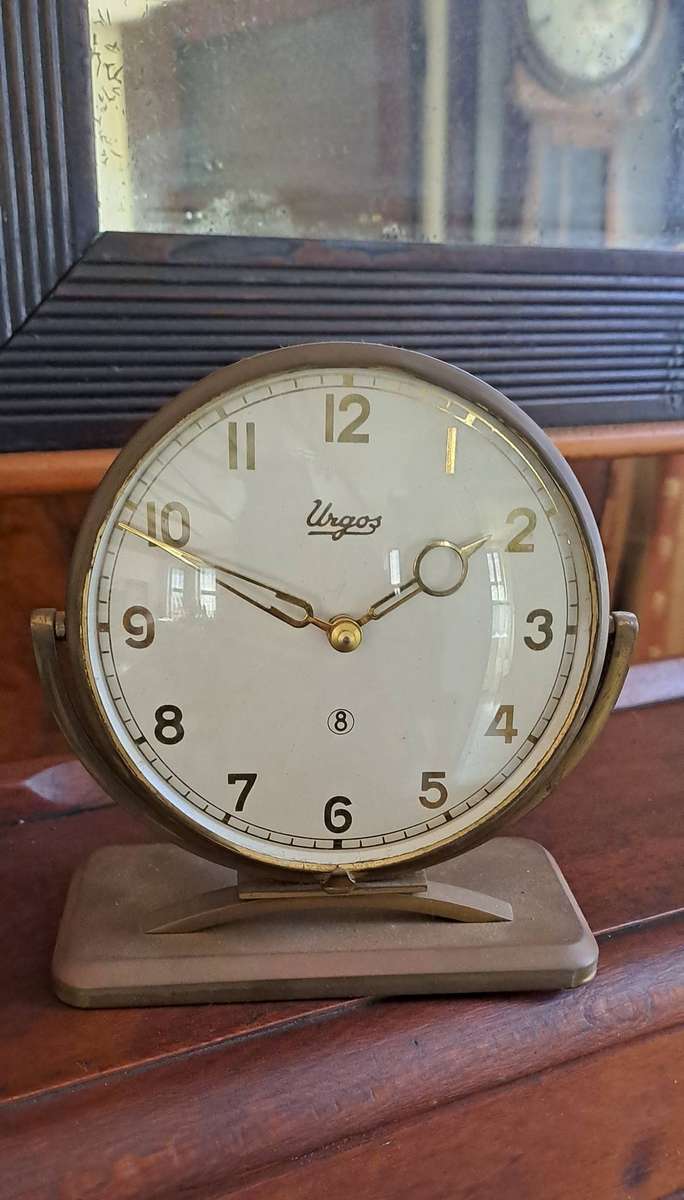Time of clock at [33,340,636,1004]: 1:48
